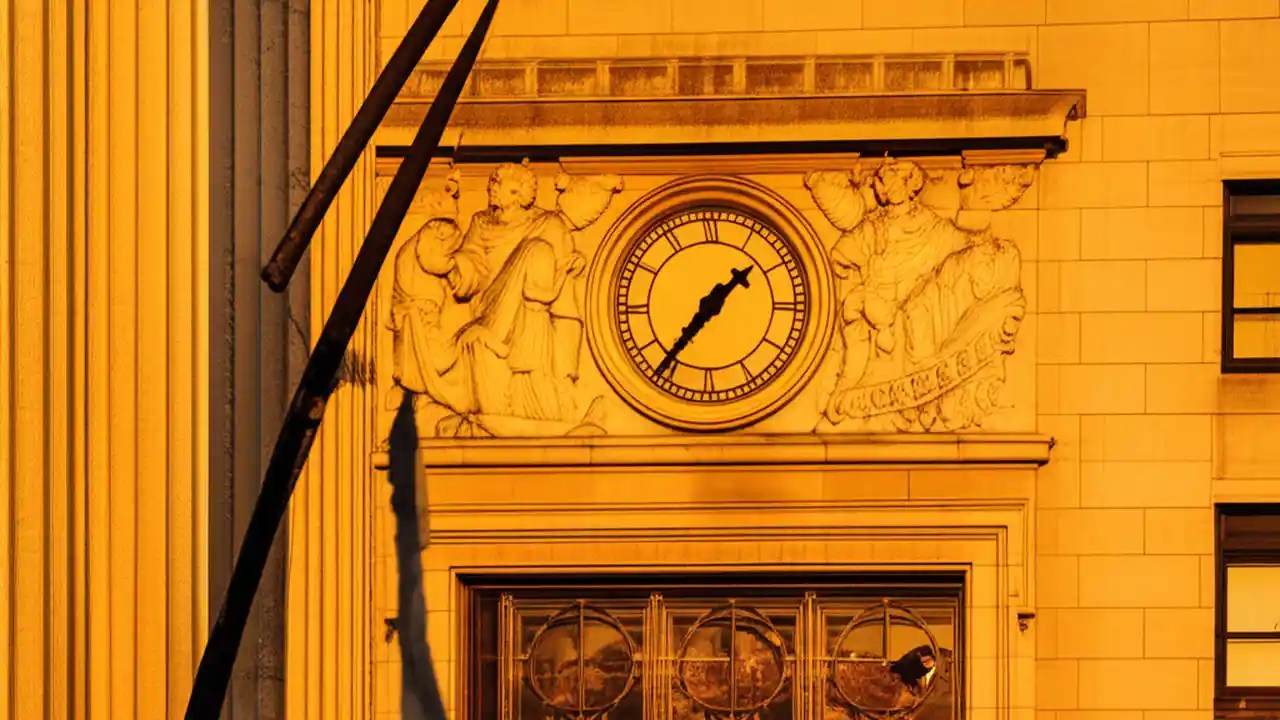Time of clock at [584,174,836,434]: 1:36
